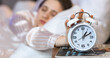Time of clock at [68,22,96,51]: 1:10
